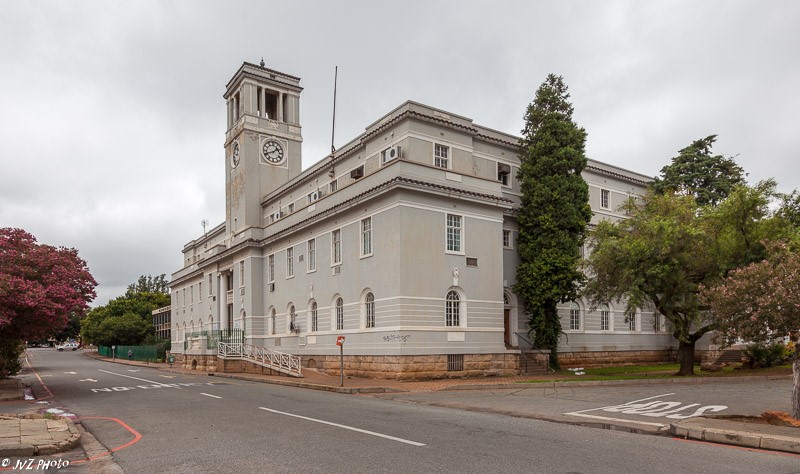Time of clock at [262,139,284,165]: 1:41
